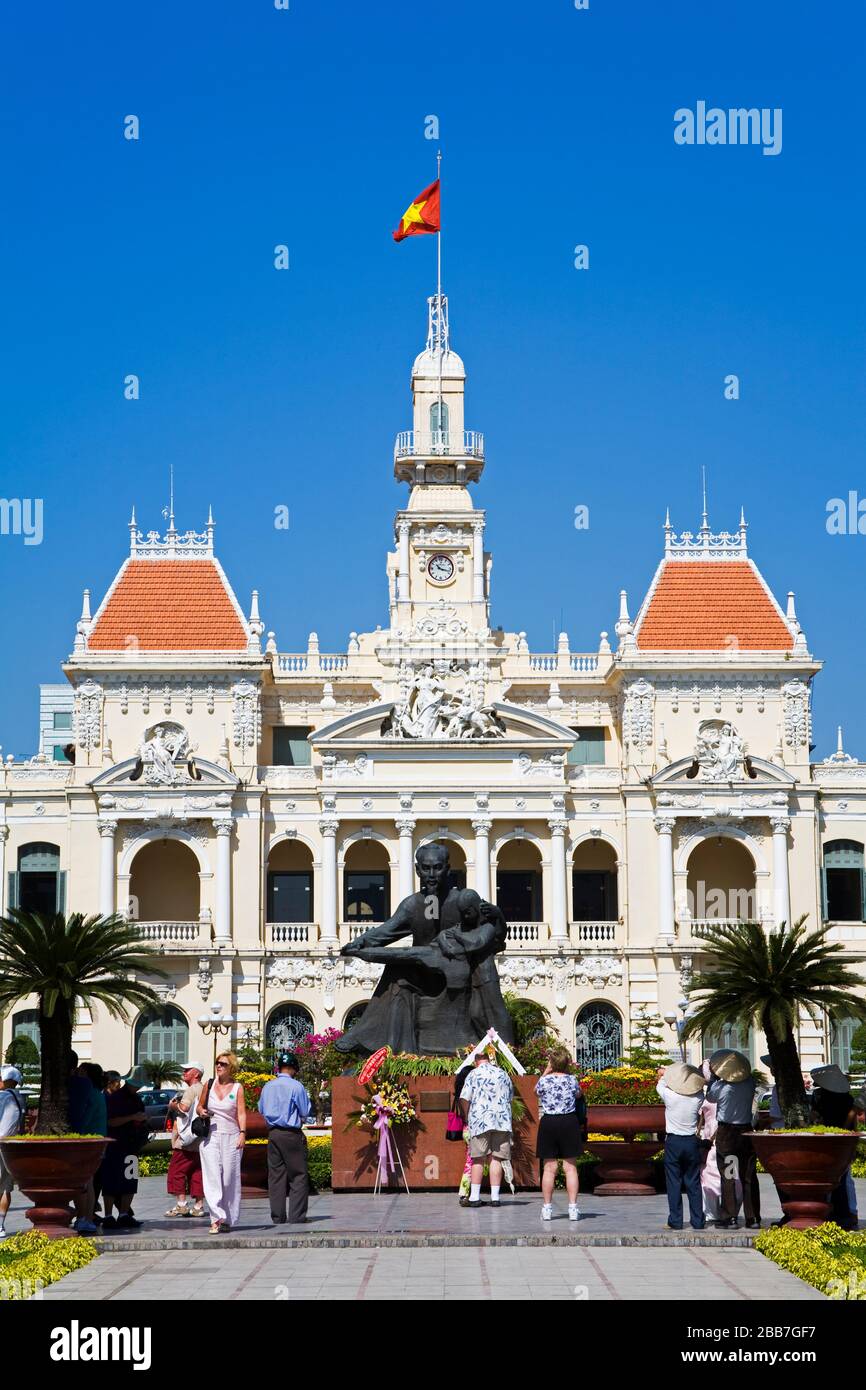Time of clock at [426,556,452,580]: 10:17
